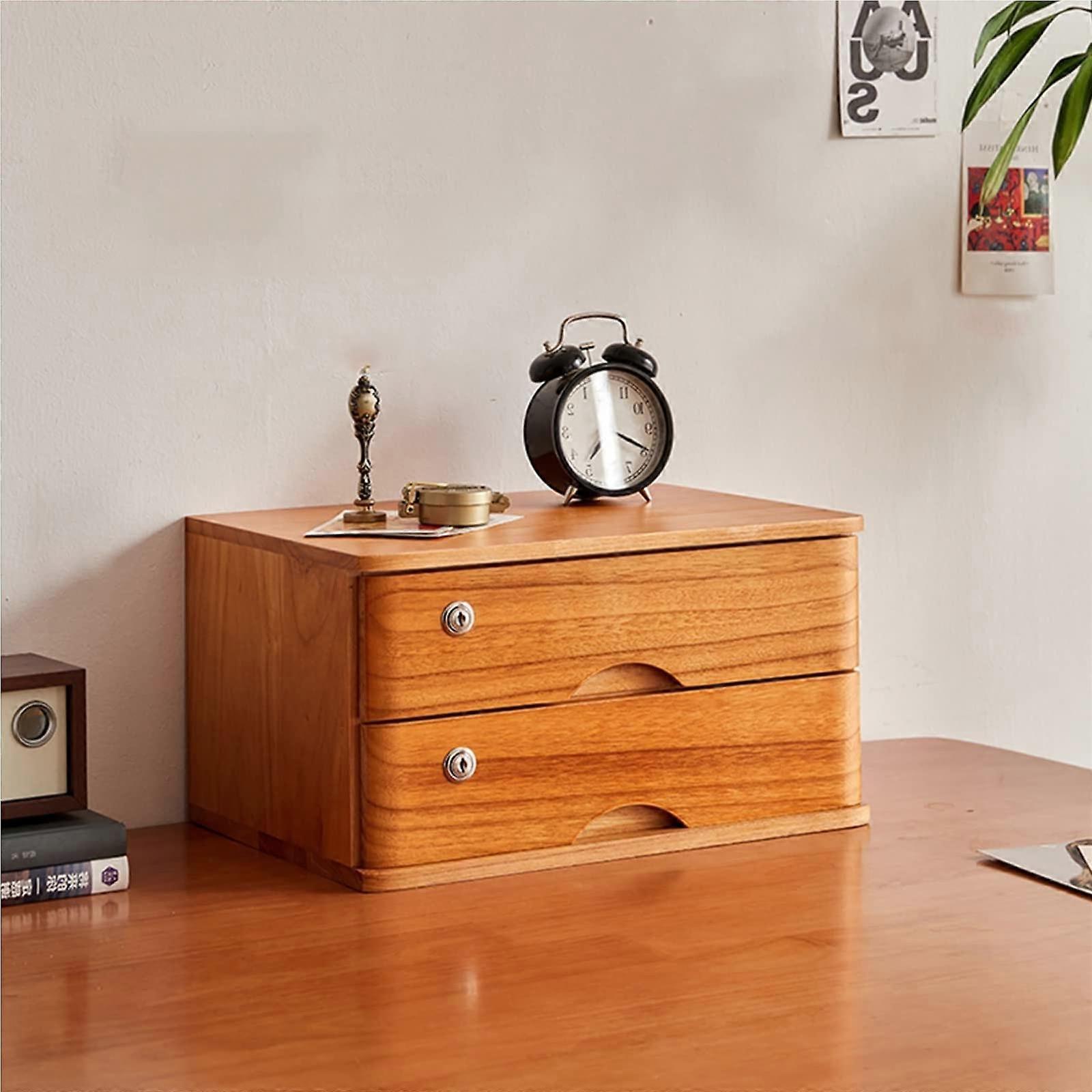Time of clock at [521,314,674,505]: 7:19
